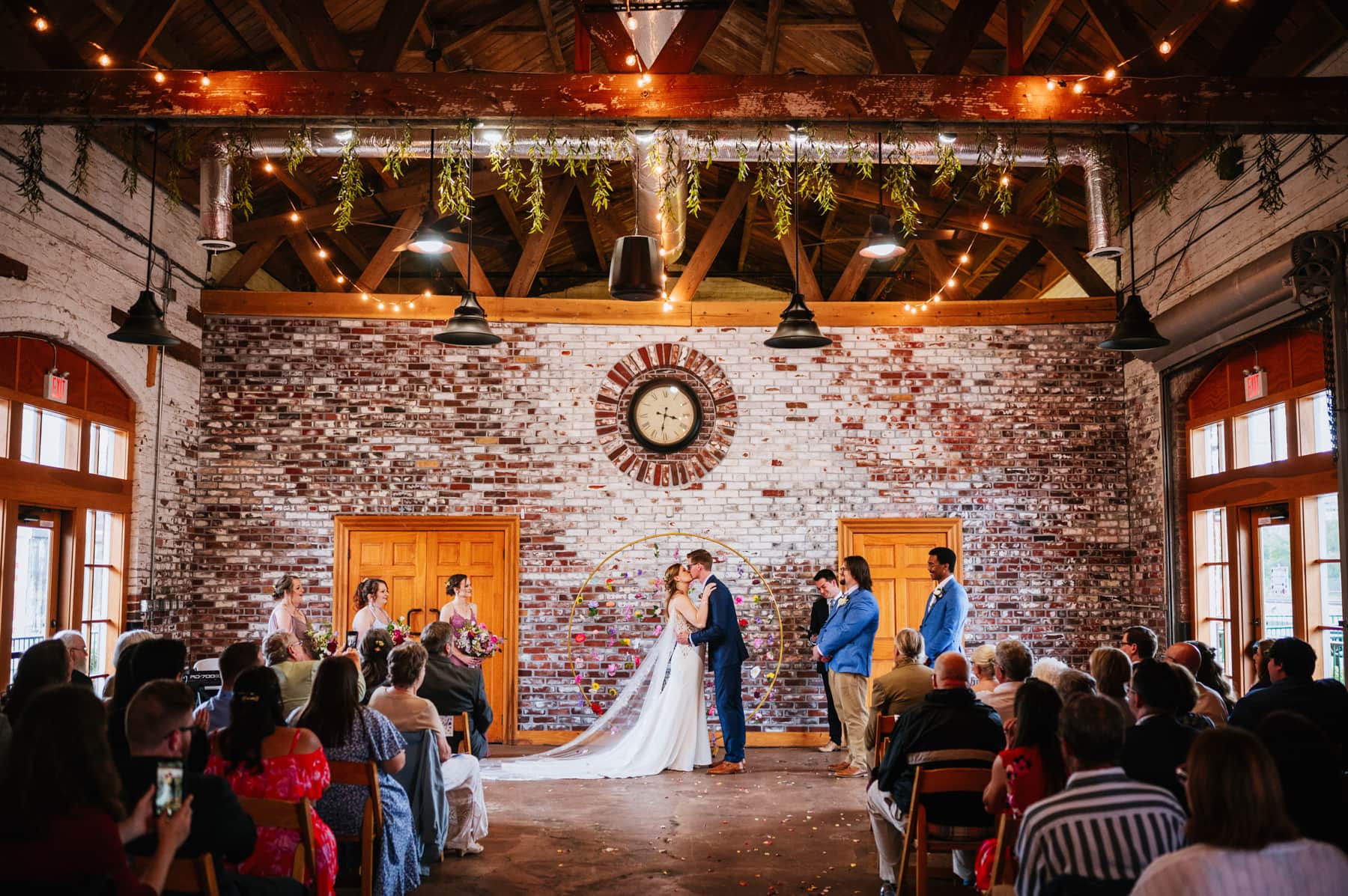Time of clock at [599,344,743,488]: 3:32
